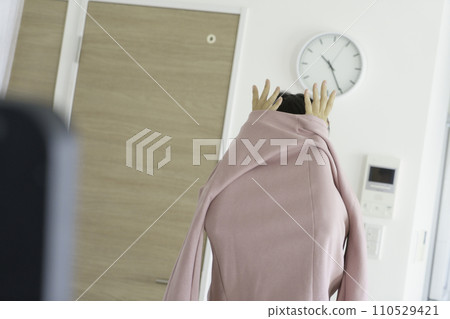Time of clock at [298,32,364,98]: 10:25
